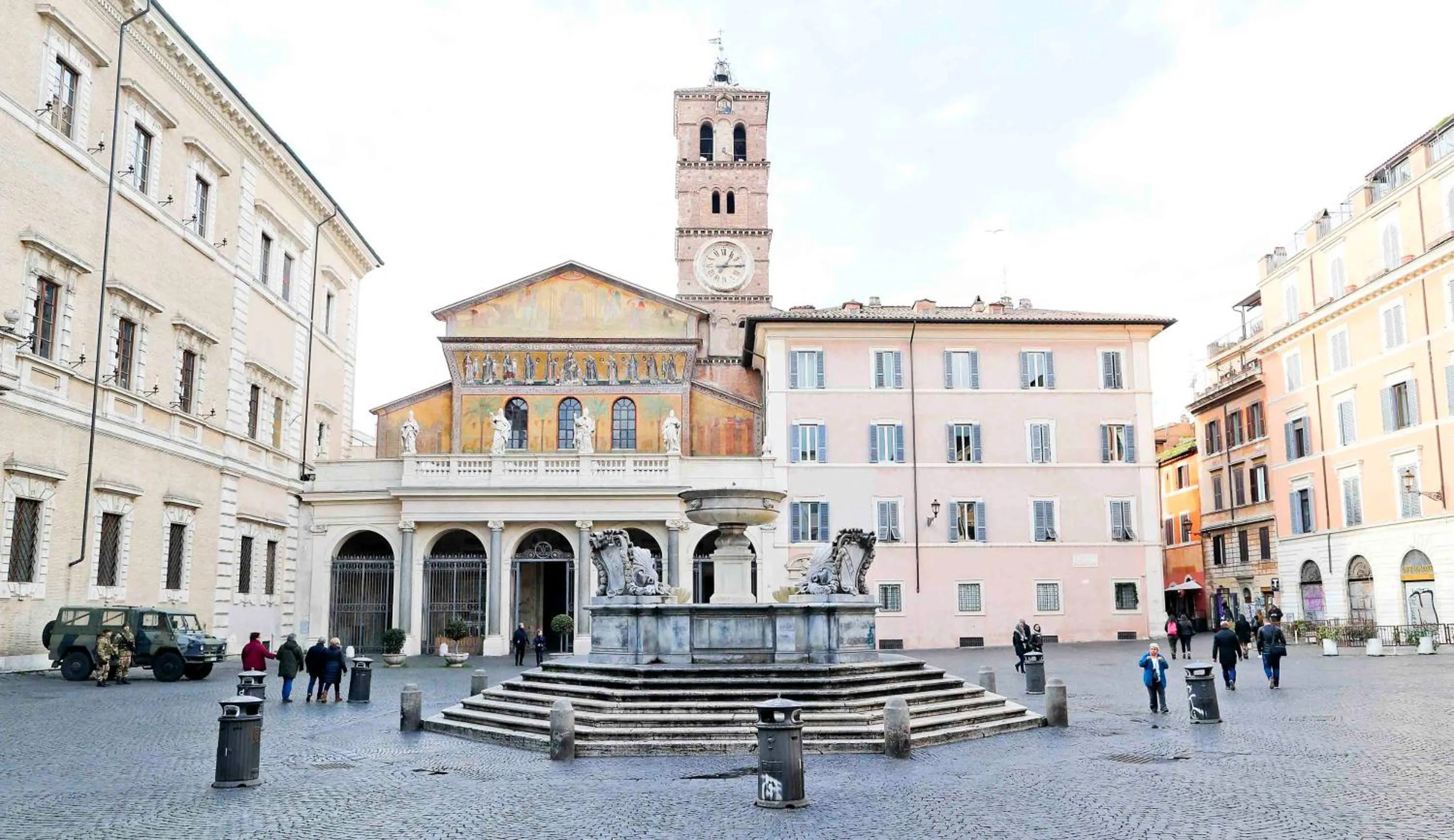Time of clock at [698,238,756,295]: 1:14
